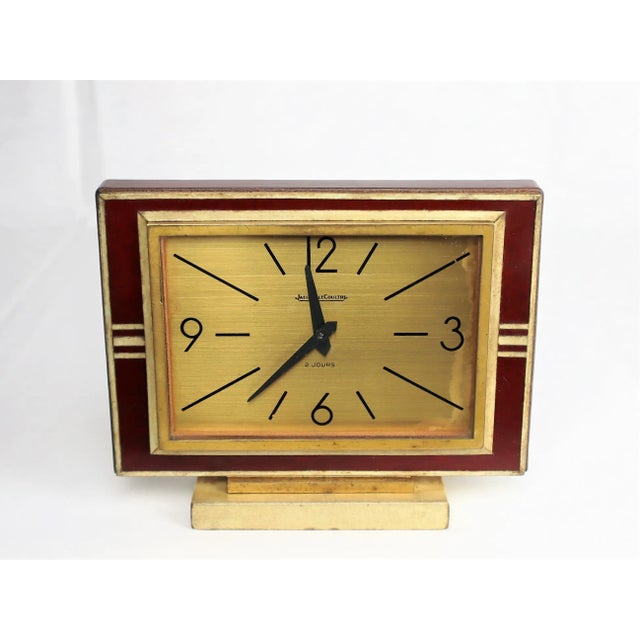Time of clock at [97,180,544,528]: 6:59
